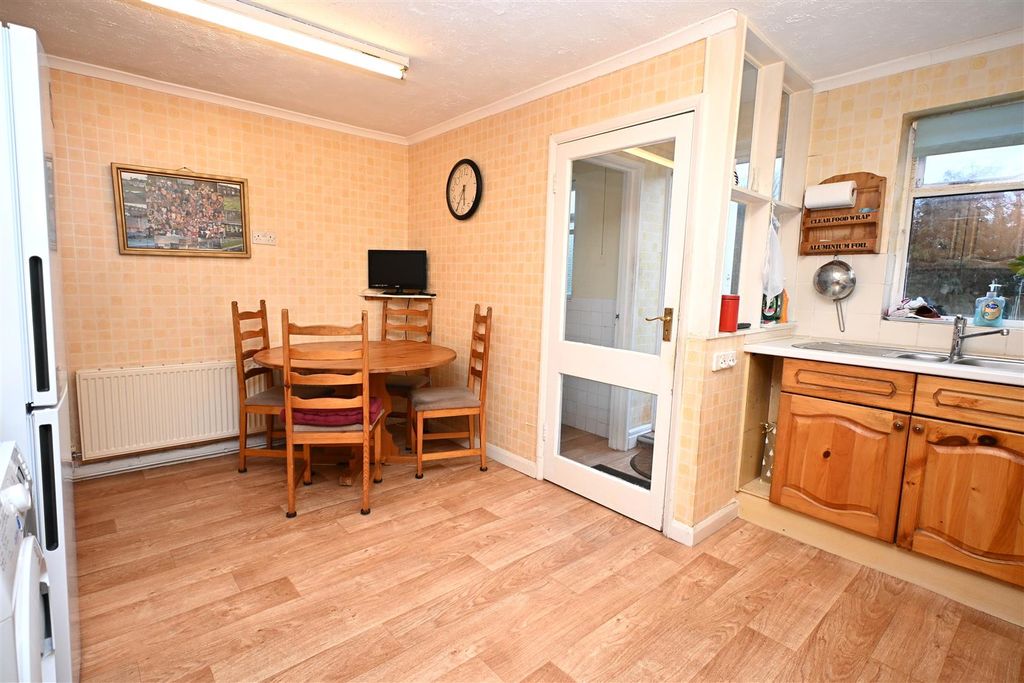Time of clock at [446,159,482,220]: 5:34
